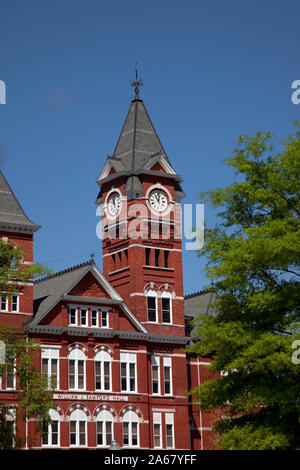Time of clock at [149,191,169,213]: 11:02
